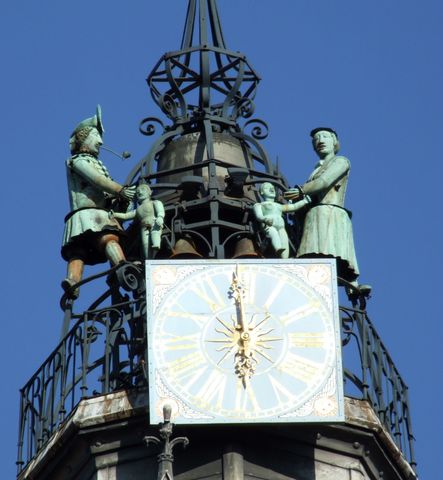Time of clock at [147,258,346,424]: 5:59
